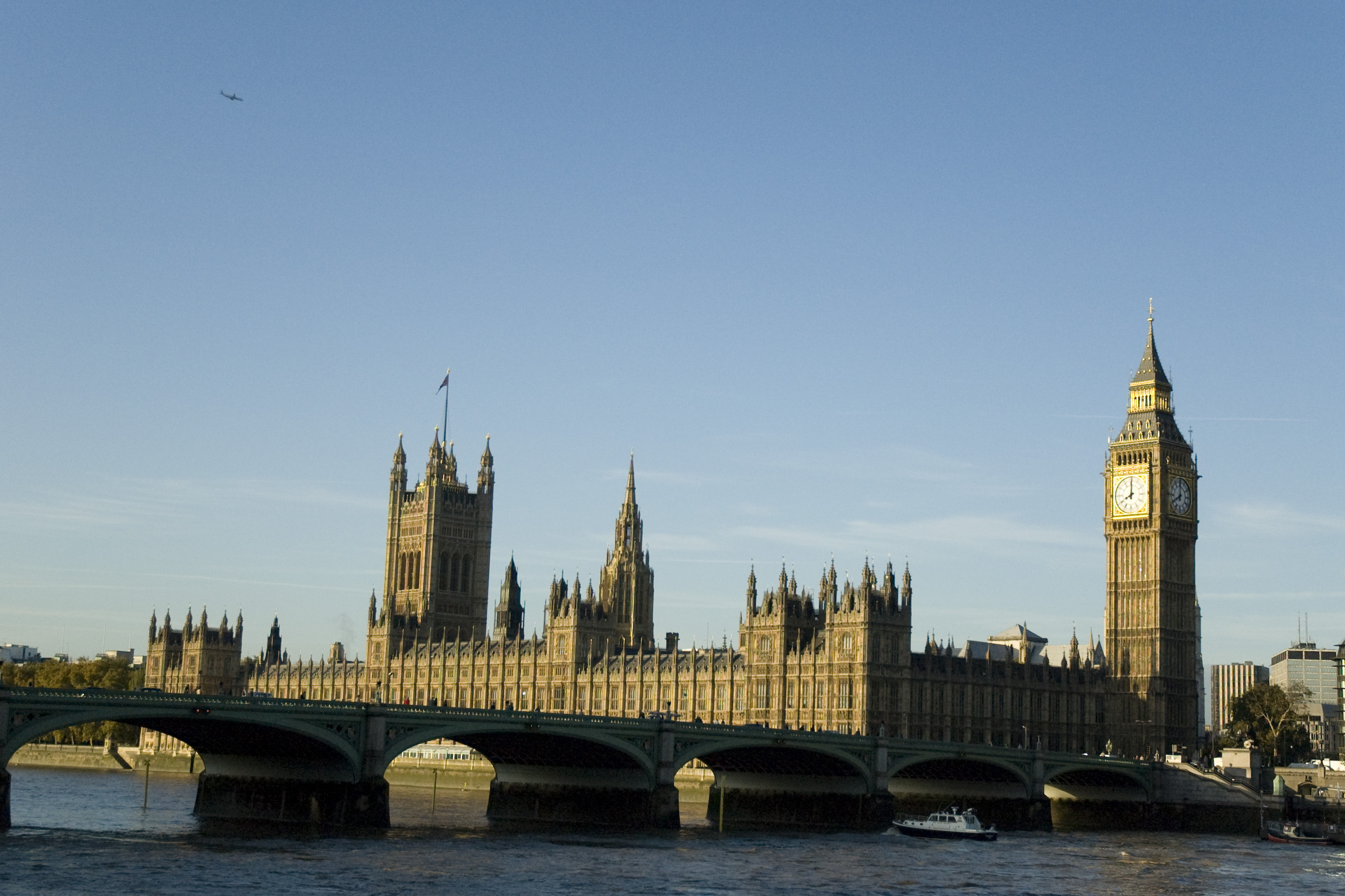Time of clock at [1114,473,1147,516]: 8:00
